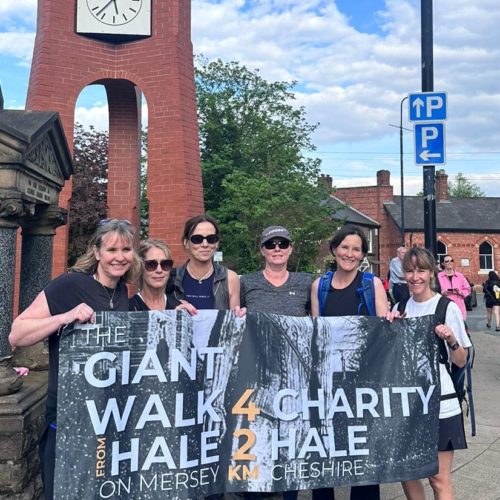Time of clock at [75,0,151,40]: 5:37
